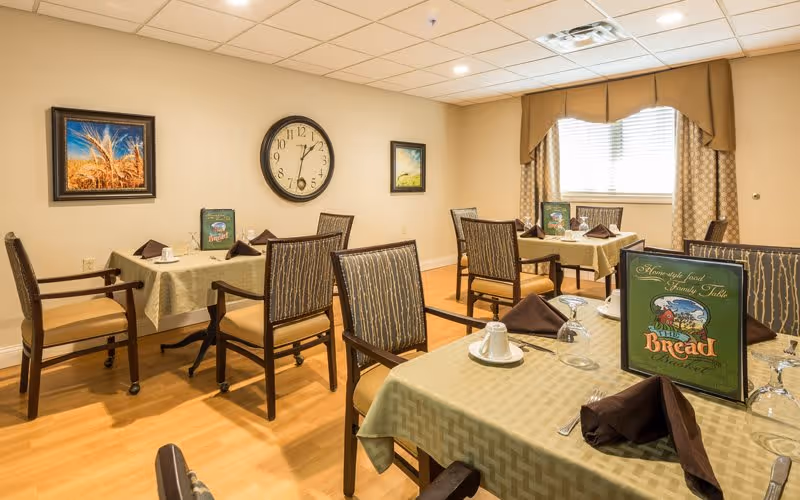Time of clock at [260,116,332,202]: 1:32
